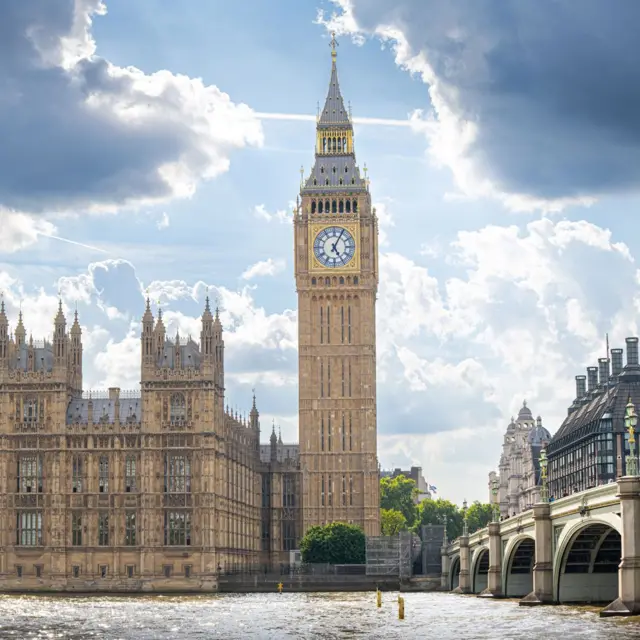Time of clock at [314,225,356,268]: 5:04
